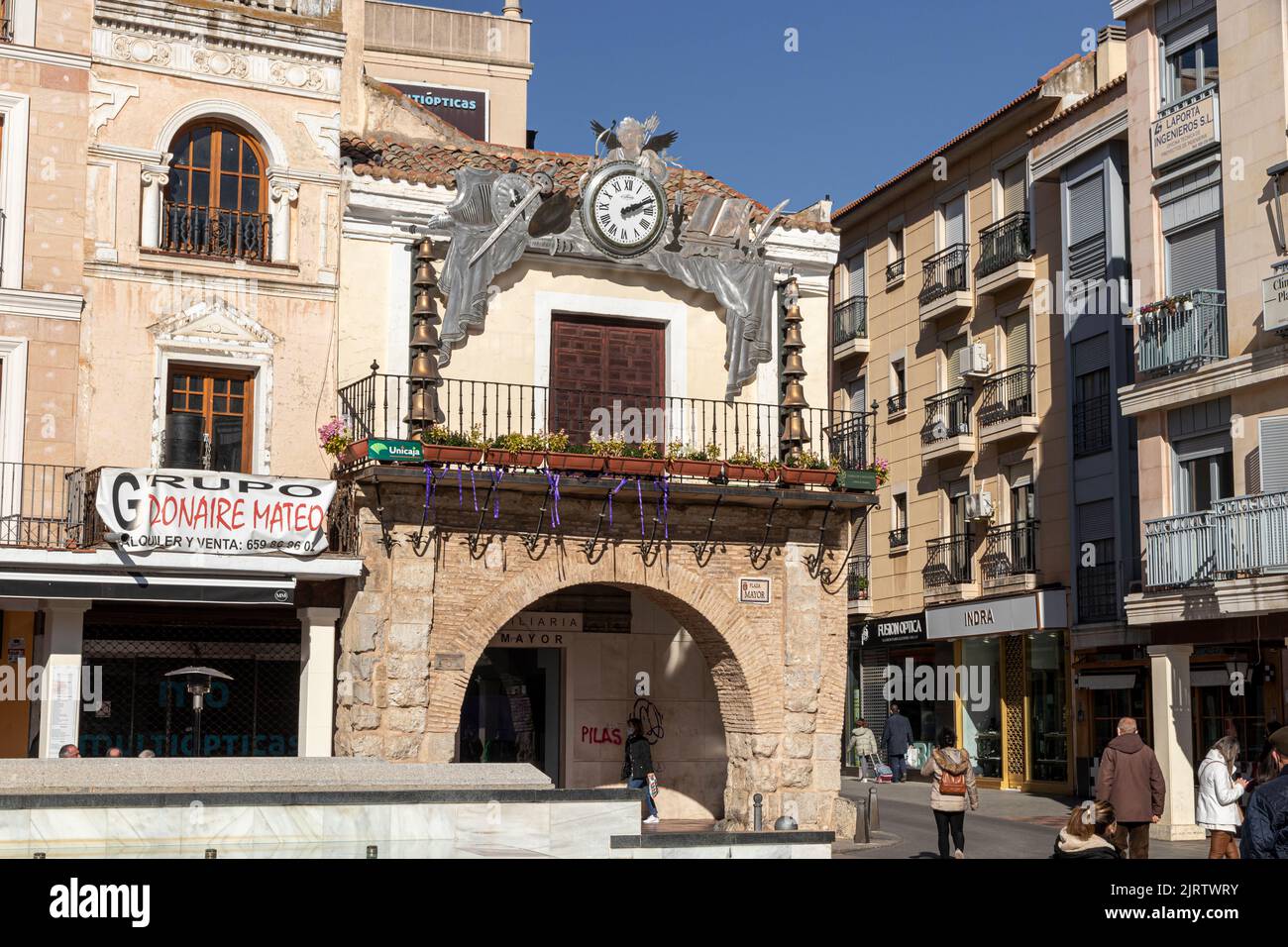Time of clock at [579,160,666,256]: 2:11
